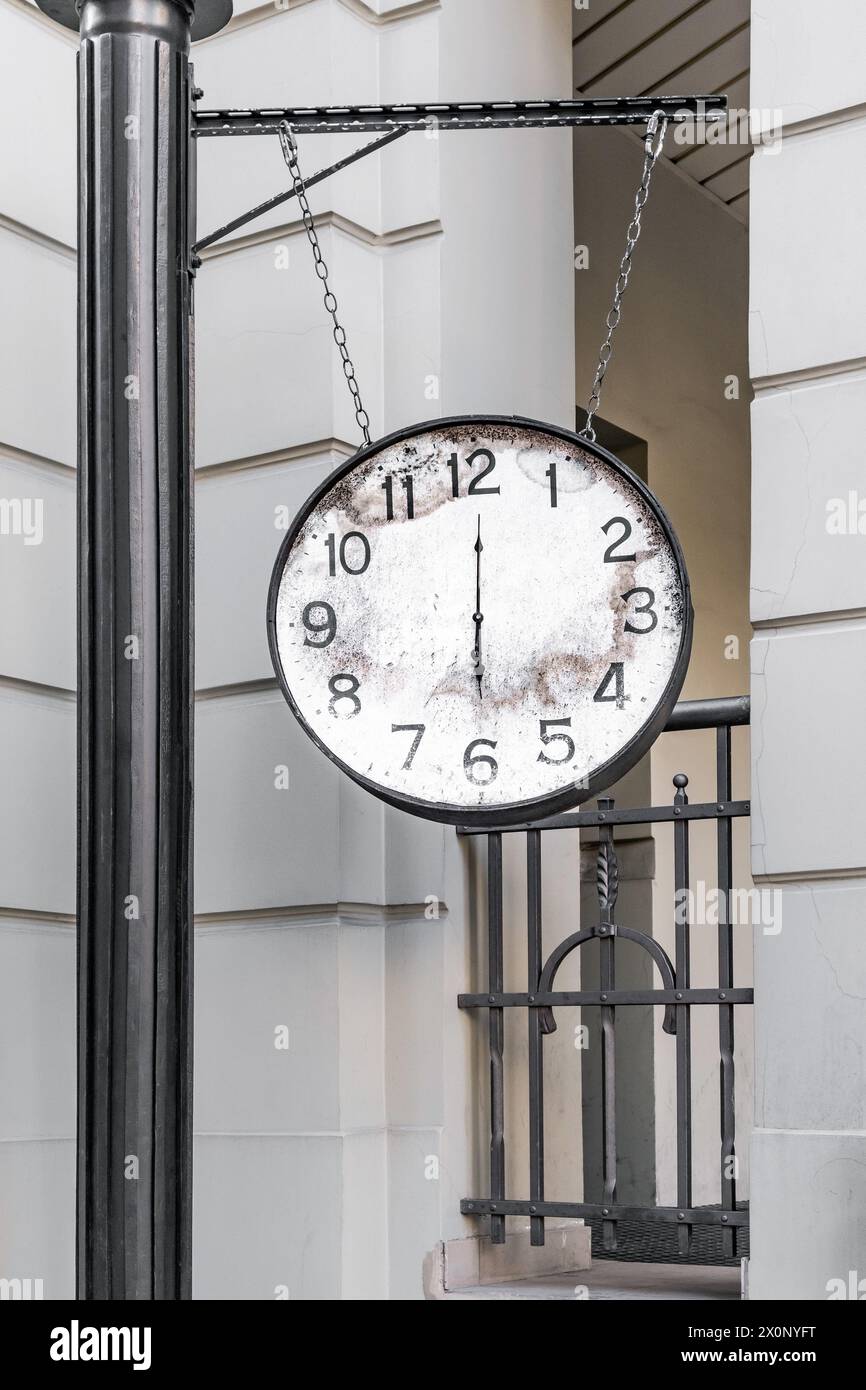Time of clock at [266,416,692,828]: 6:00
